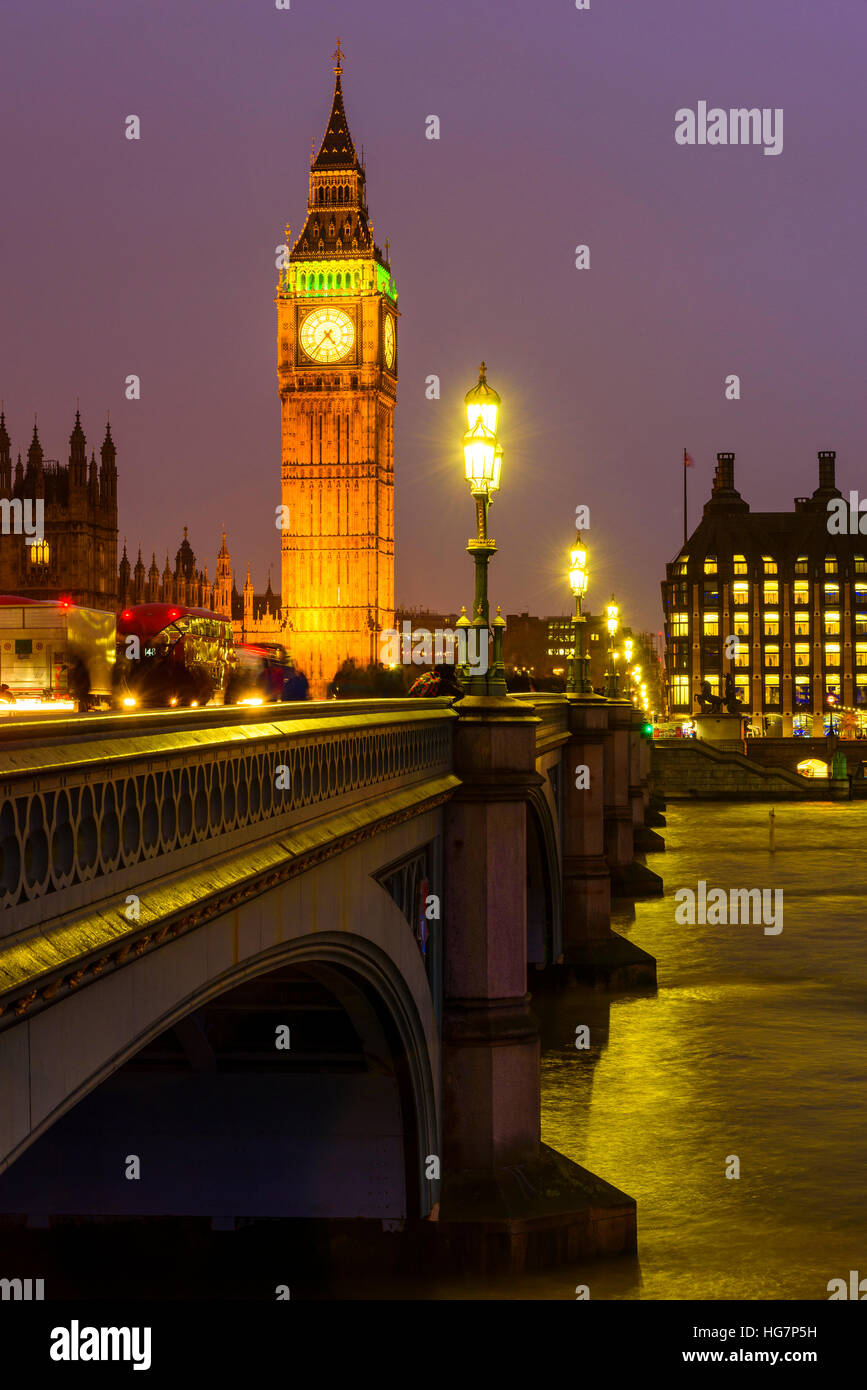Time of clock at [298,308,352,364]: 4:37
